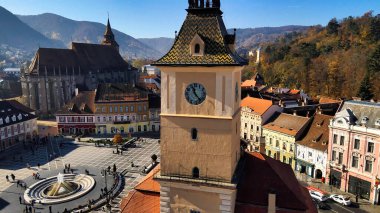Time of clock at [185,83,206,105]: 11:23
